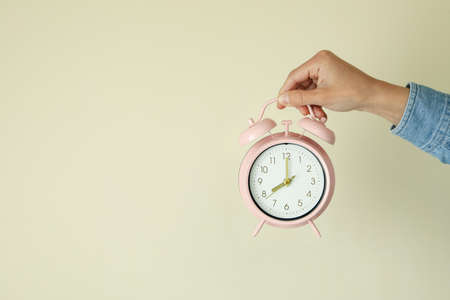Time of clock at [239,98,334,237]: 8:00
